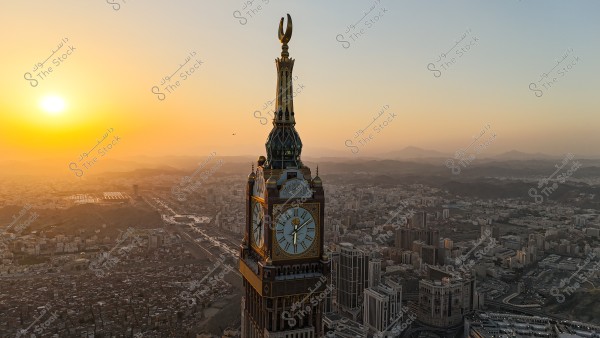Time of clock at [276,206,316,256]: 6:08
